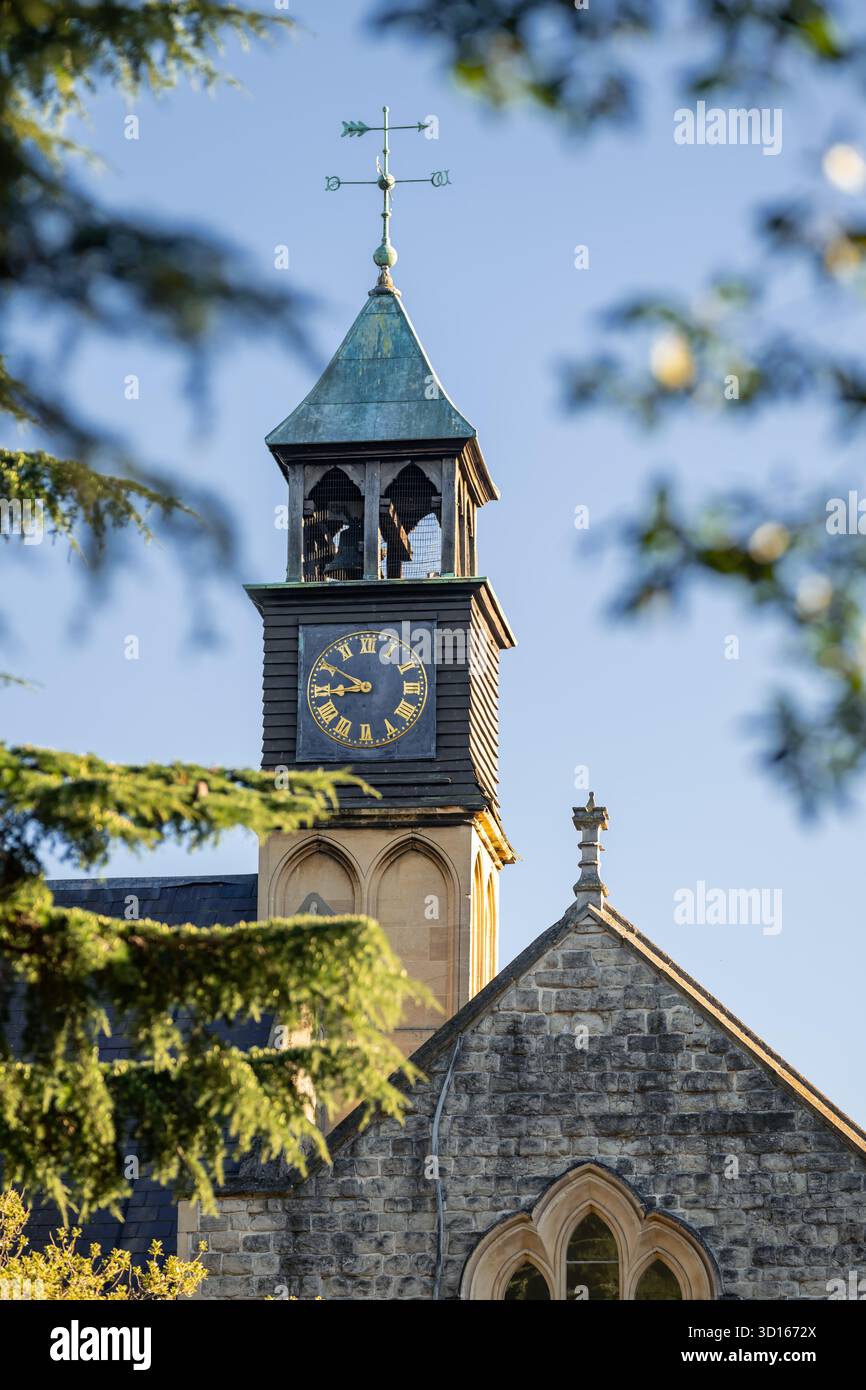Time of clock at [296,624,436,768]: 8:50
